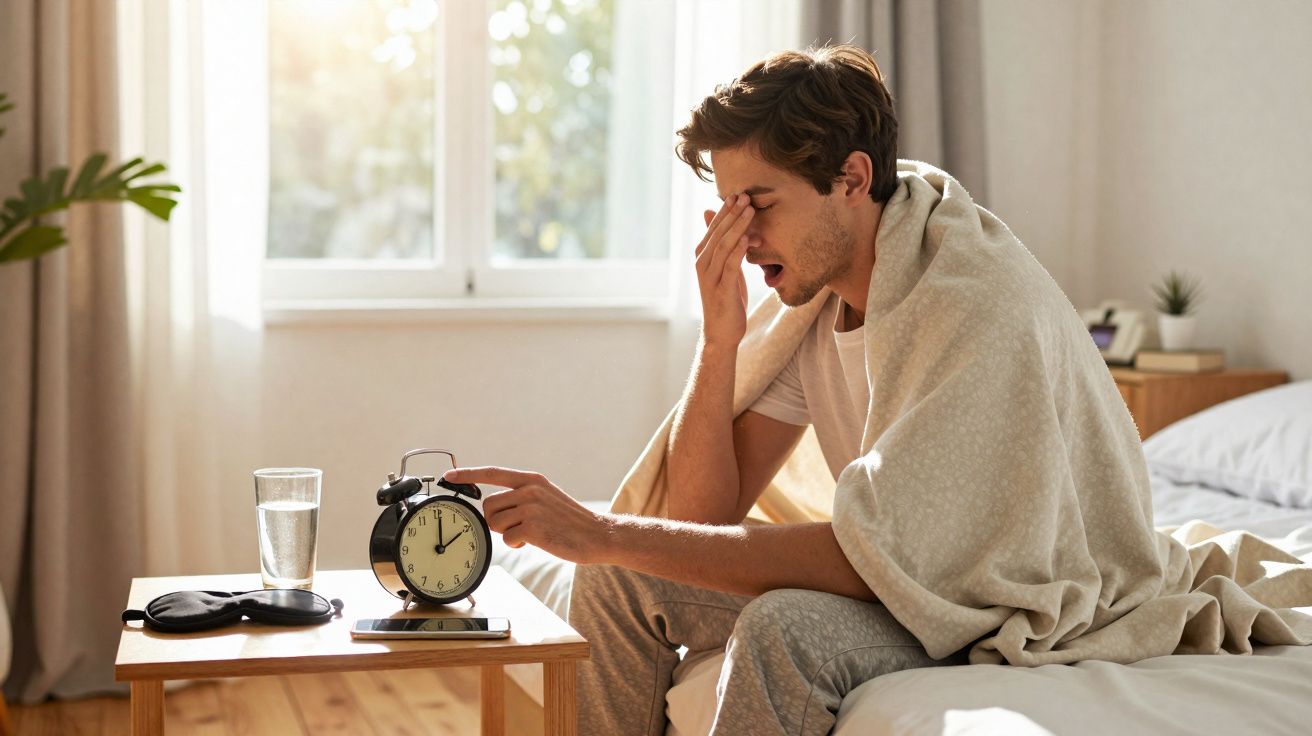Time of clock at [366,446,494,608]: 2:00
